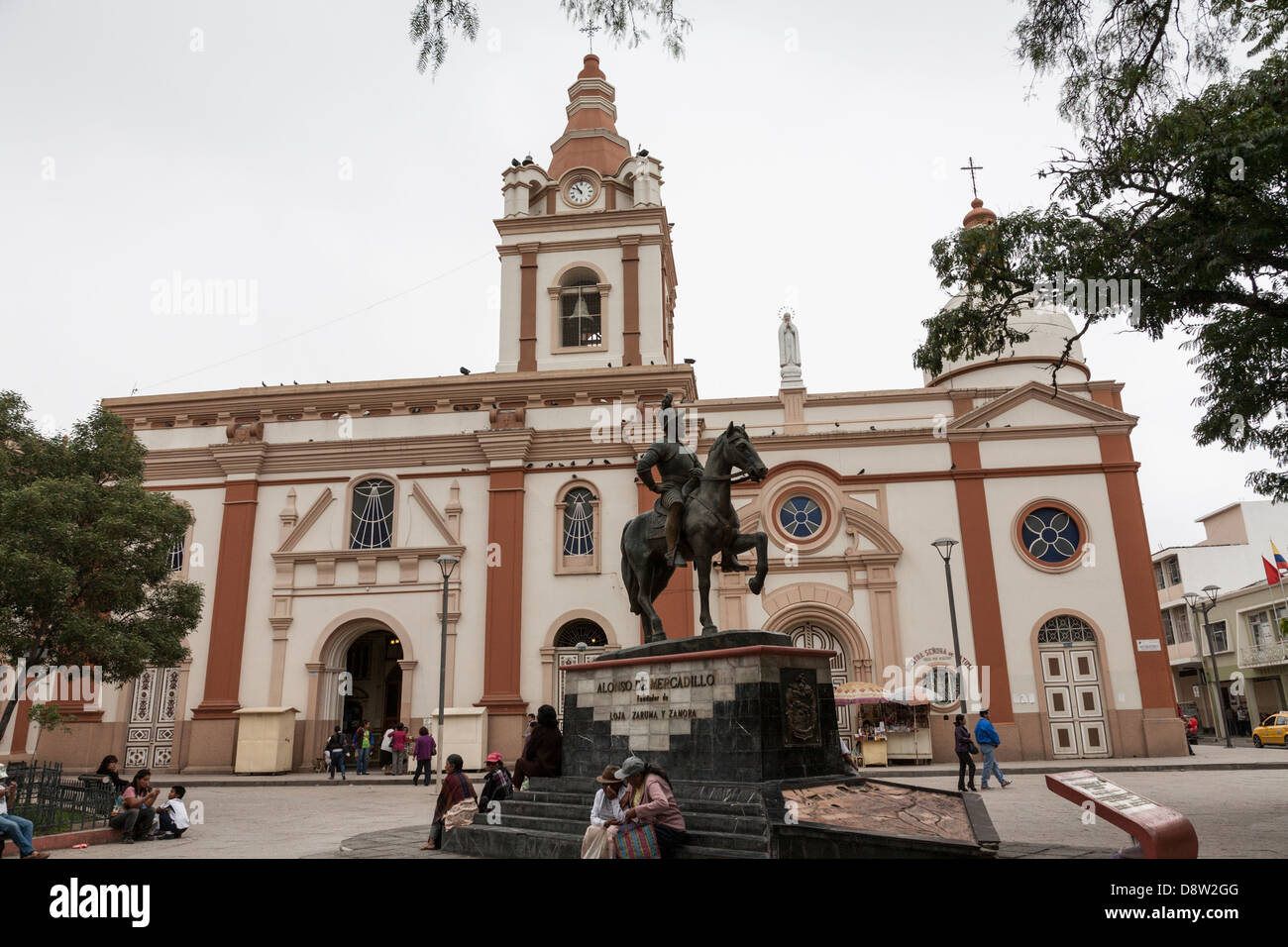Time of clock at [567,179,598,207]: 10:51
